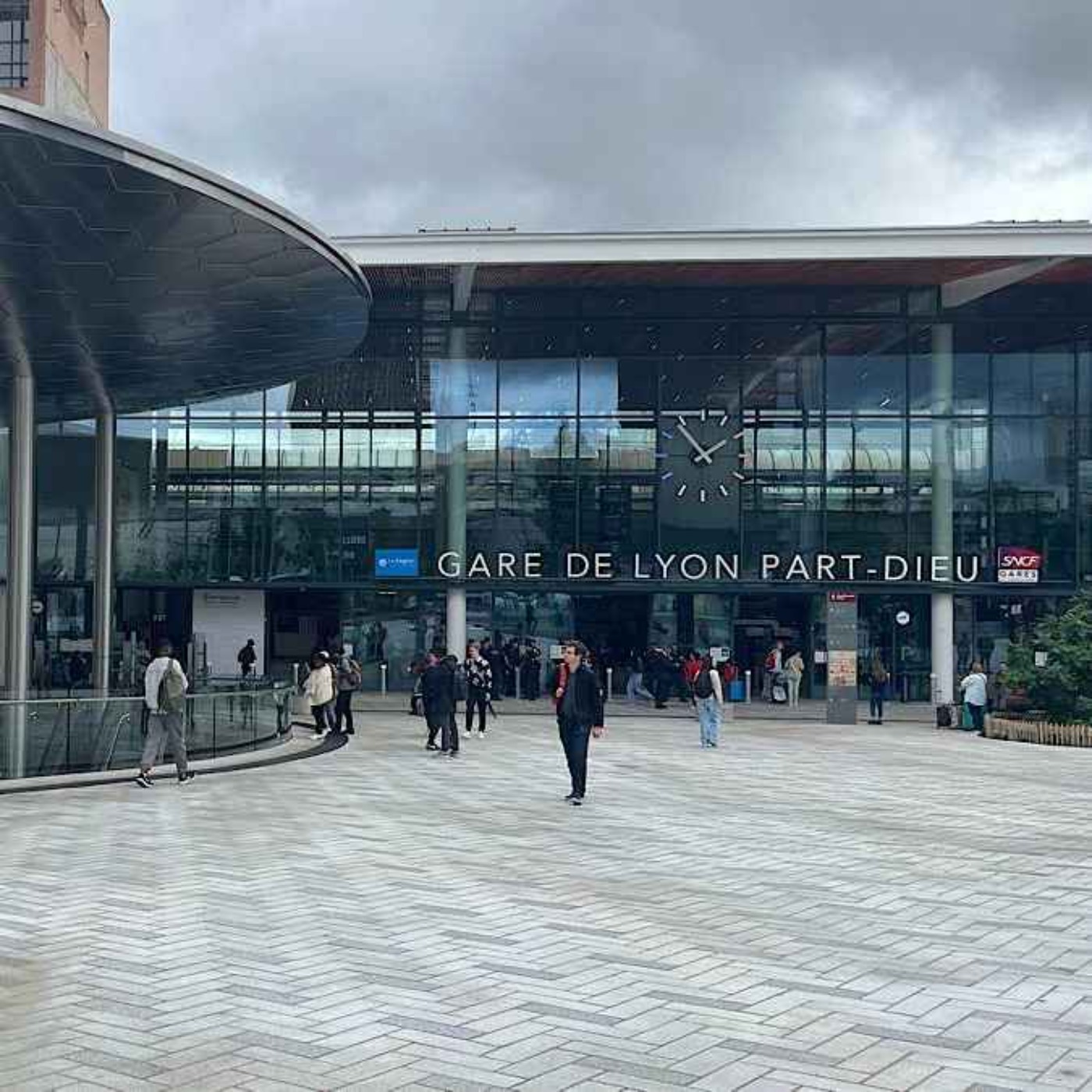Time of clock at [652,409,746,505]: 1:53
